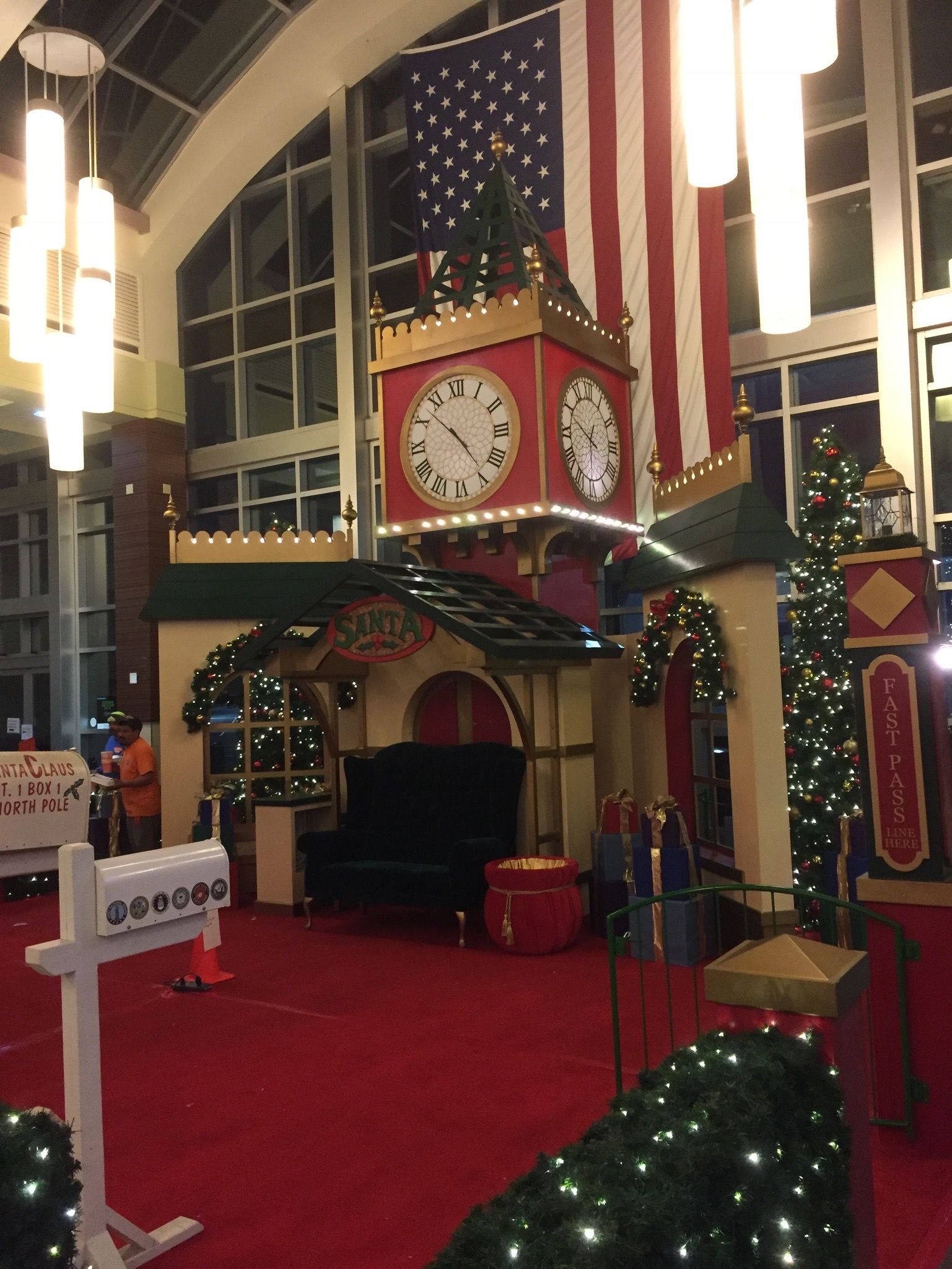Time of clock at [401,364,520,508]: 4:52
